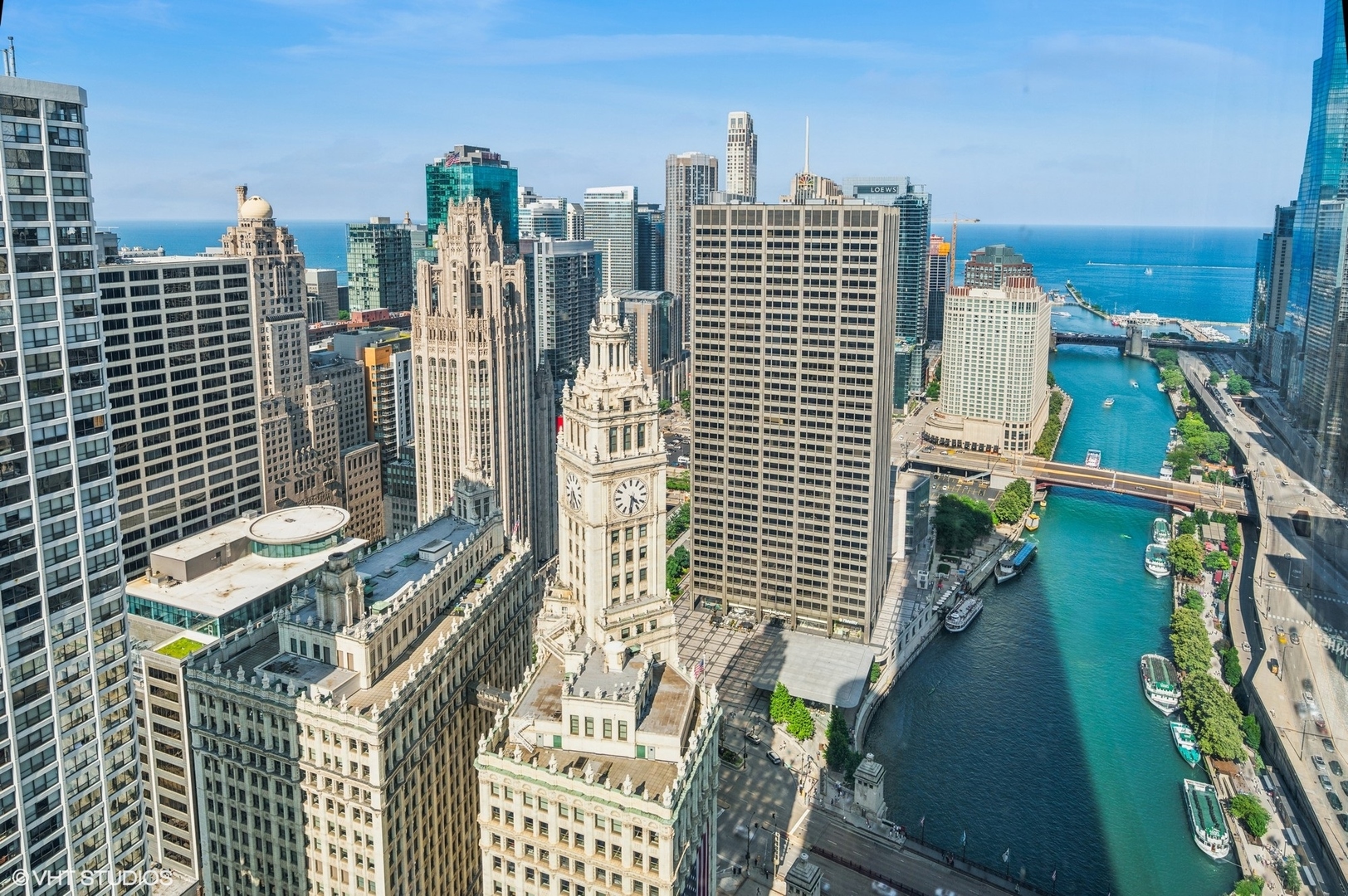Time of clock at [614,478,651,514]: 4:31
